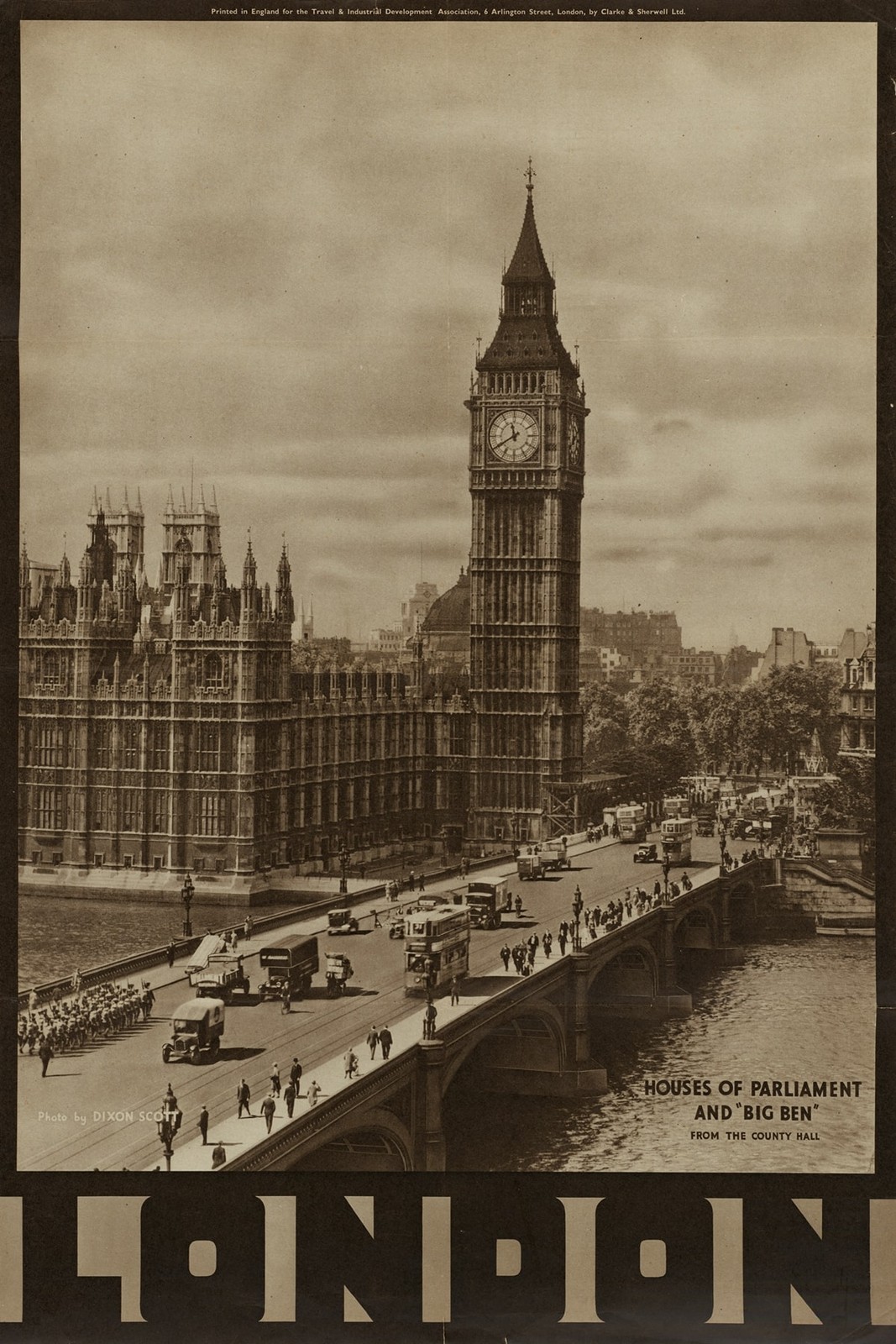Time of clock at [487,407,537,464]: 11:39
